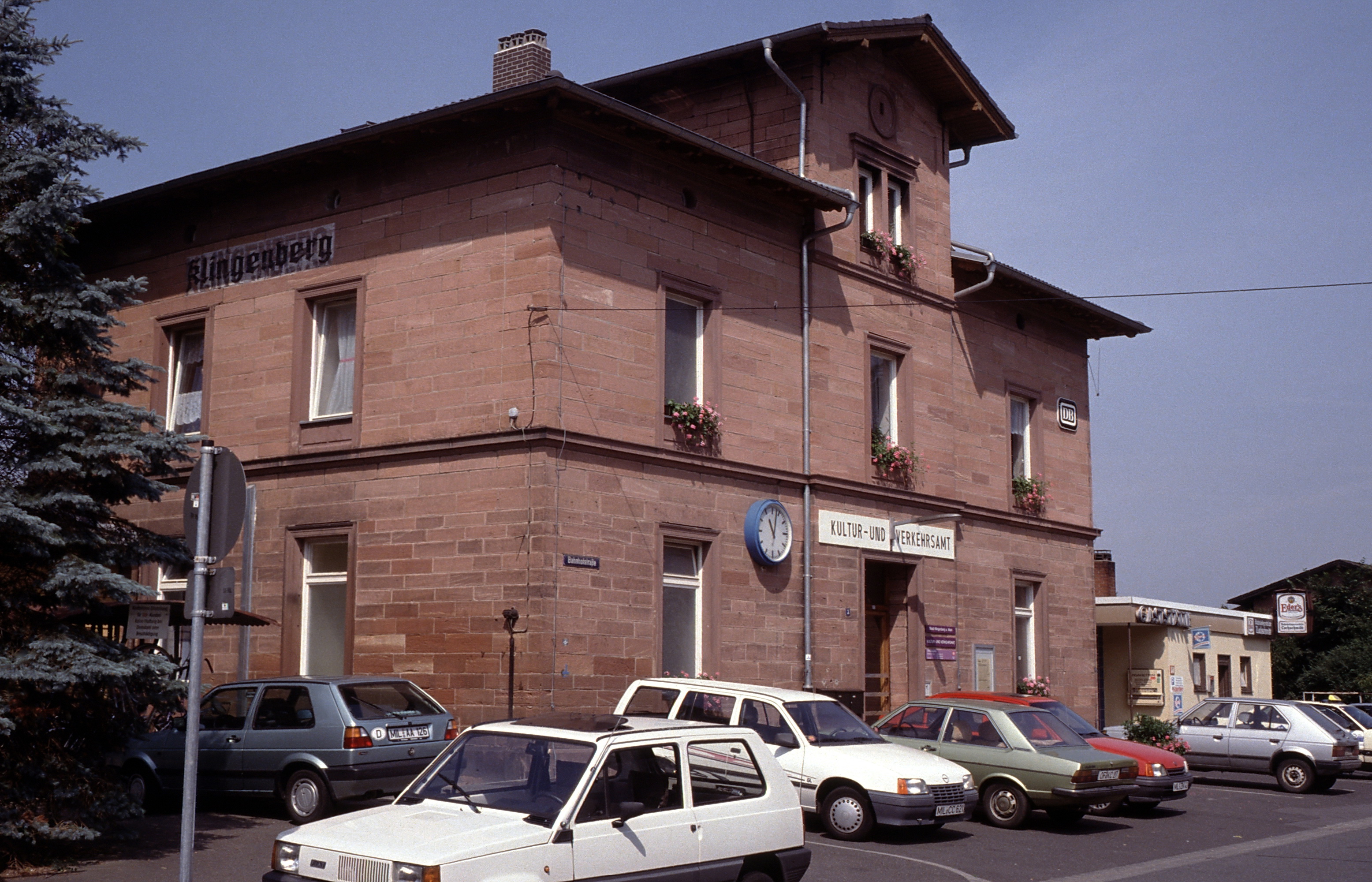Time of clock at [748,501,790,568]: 11:02
